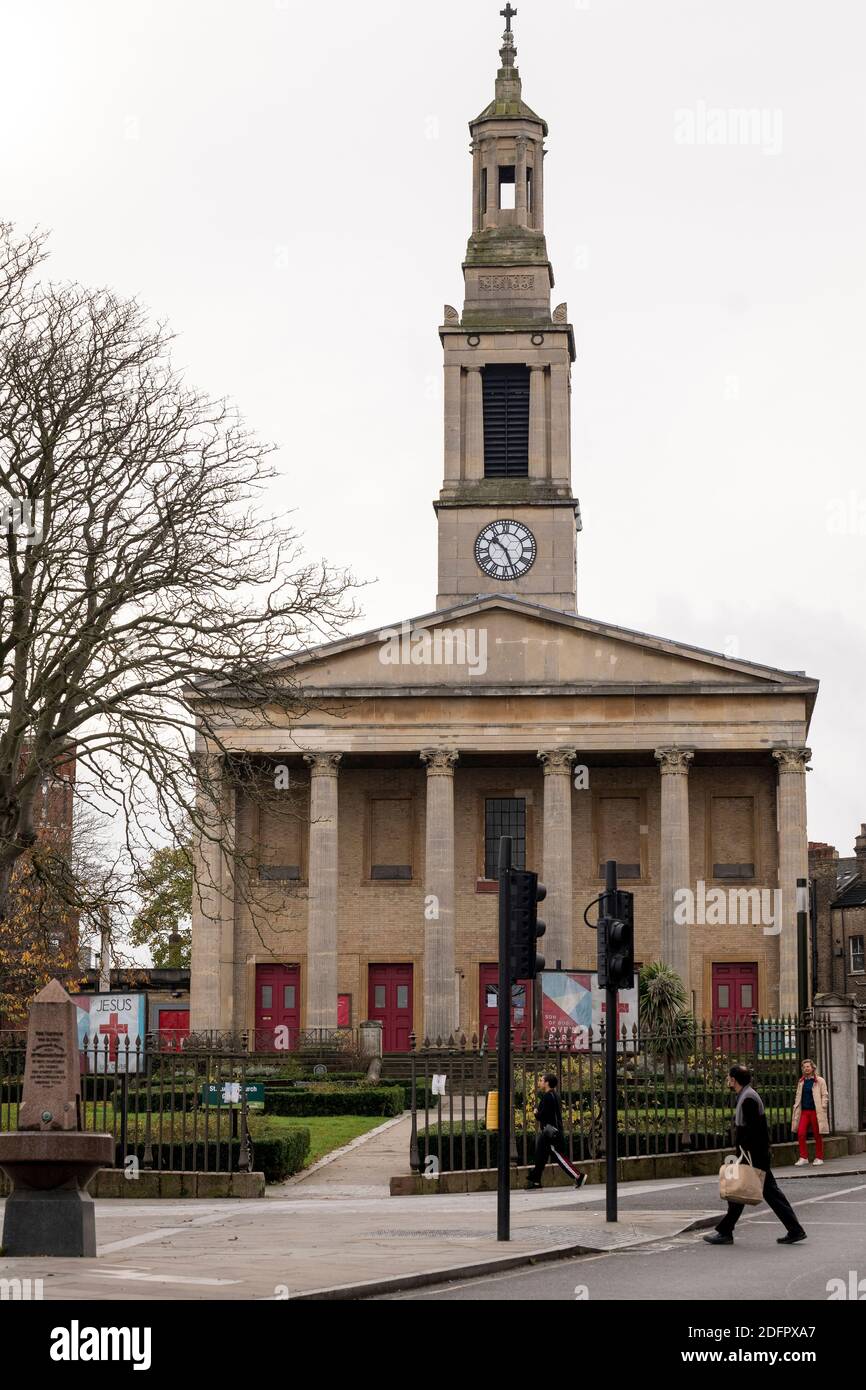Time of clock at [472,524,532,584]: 10:26
